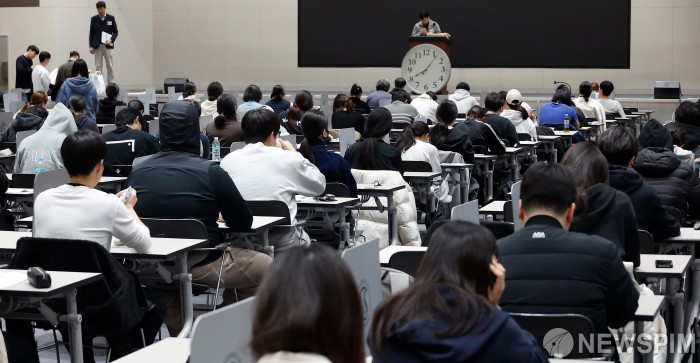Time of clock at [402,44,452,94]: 8:06
